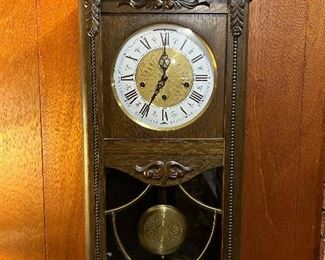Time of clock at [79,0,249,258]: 7:00
